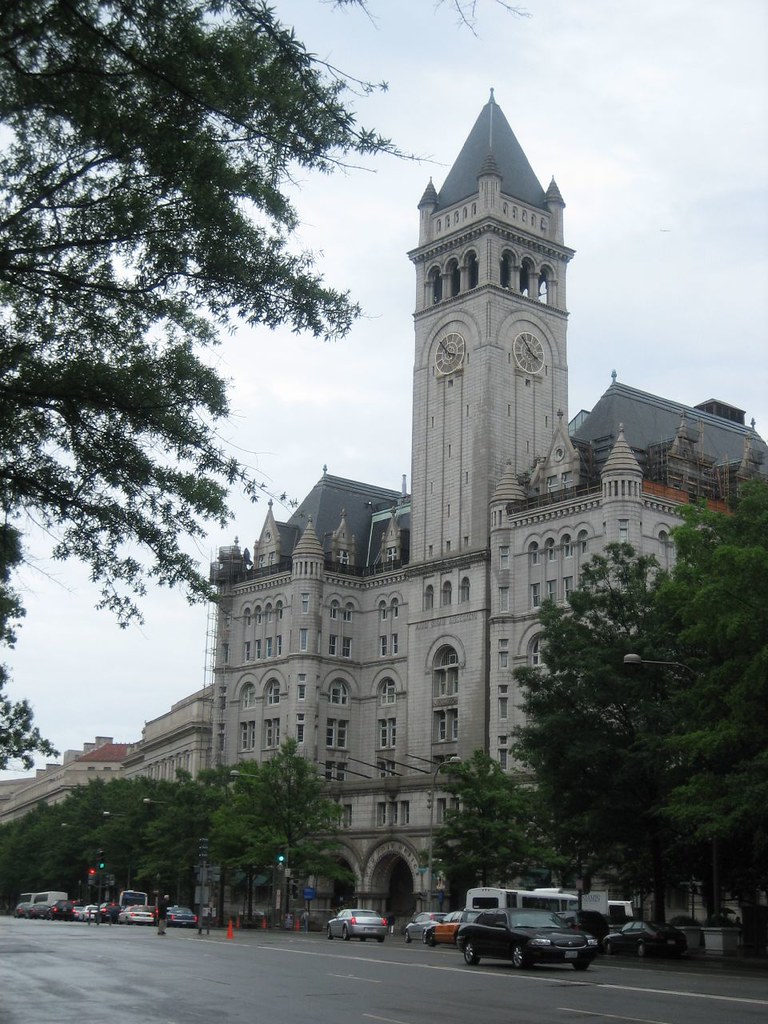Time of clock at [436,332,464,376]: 10:17
